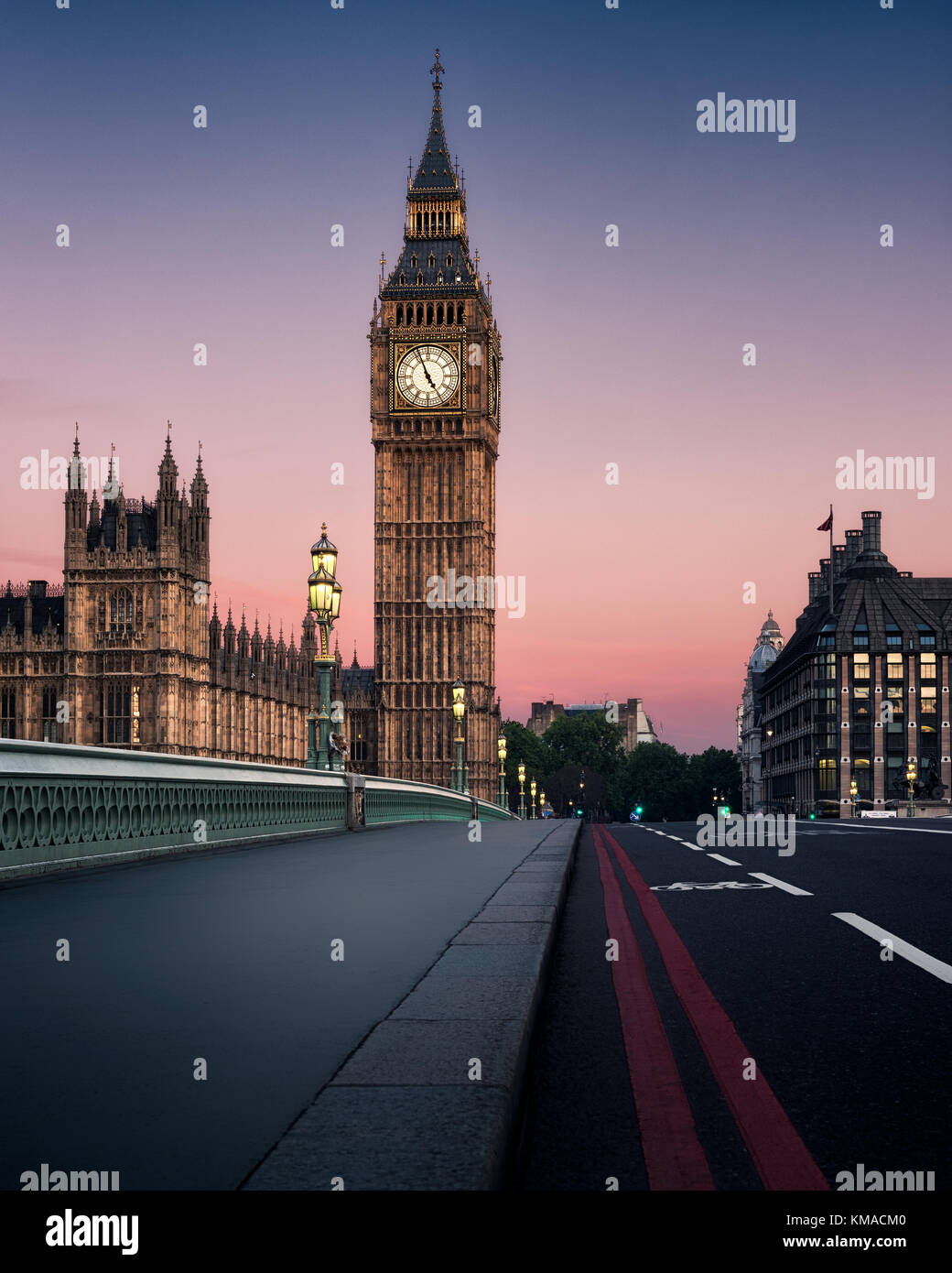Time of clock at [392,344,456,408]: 4:56
